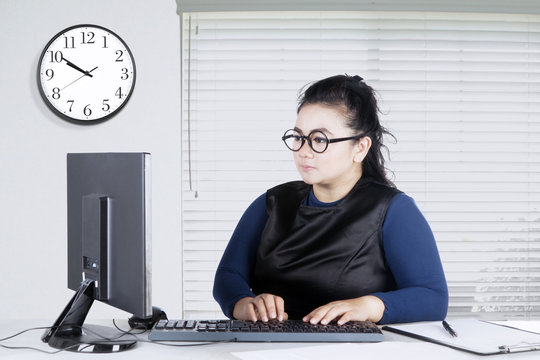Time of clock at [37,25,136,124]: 9:50
